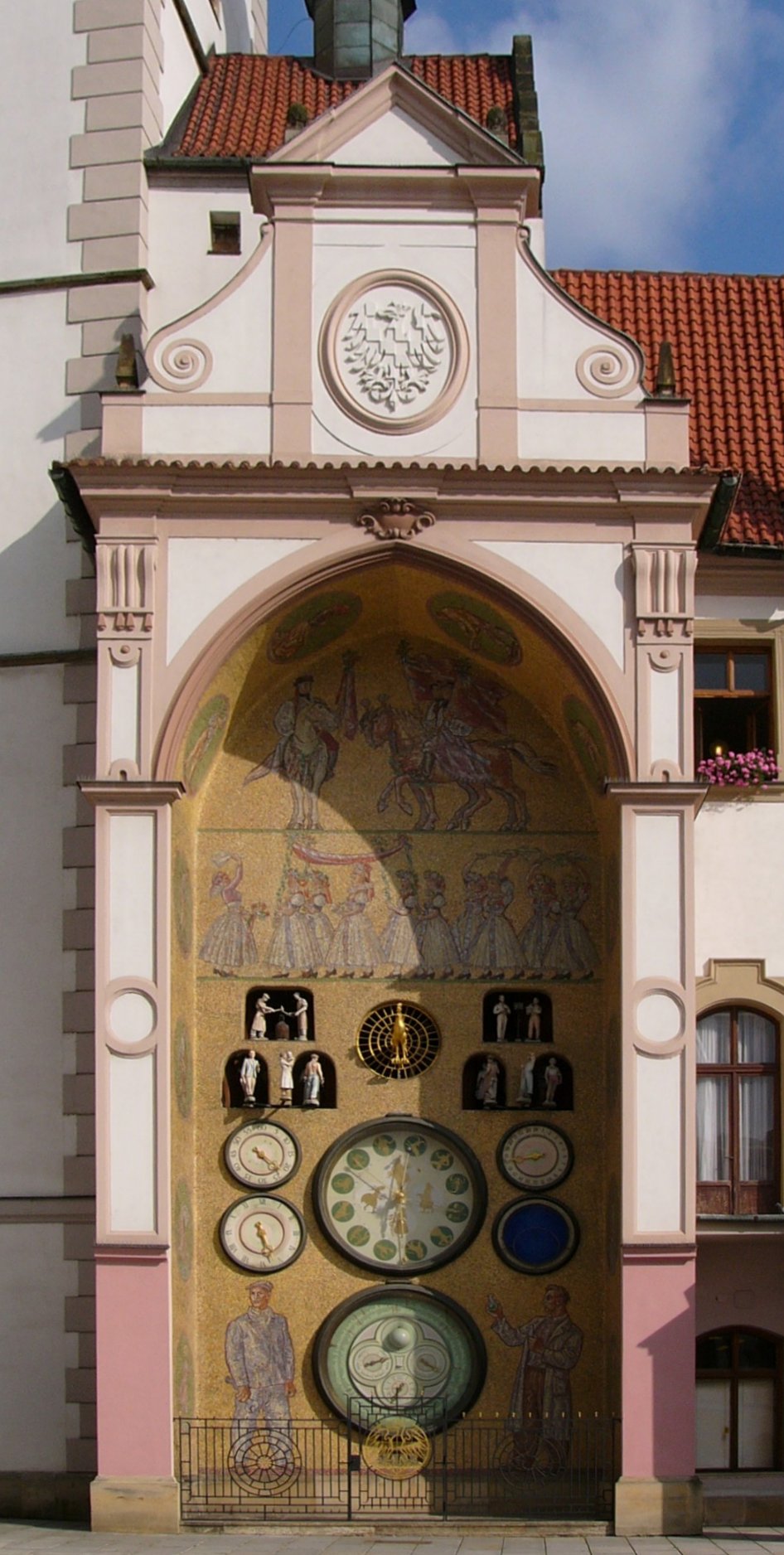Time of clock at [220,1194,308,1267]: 5:27
